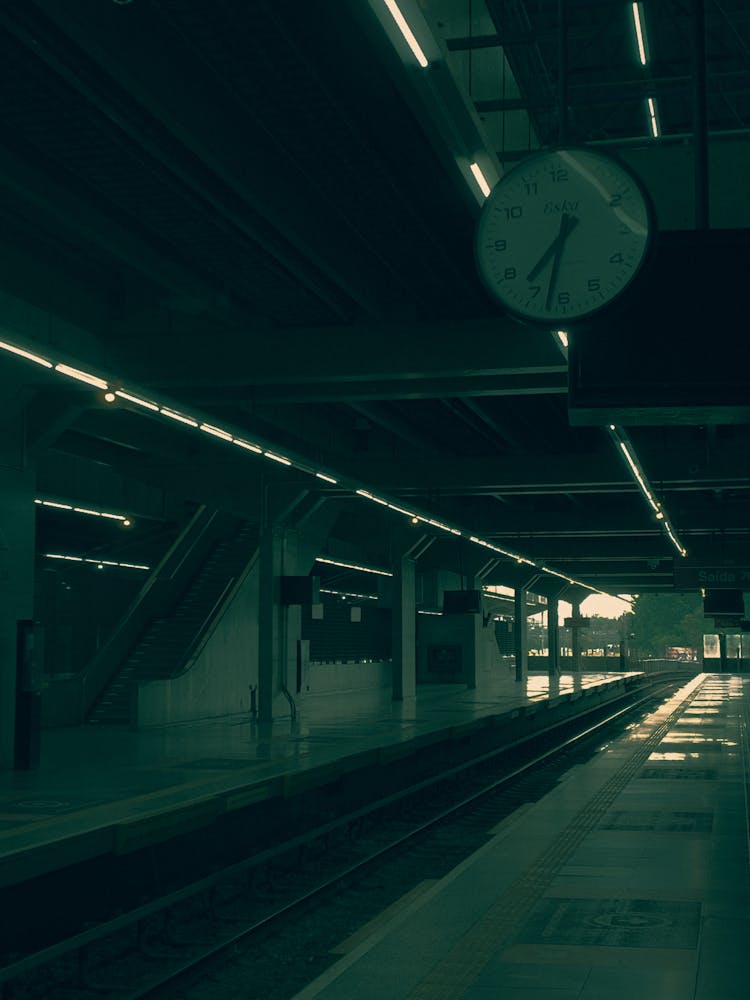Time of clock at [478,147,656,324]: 7:32
